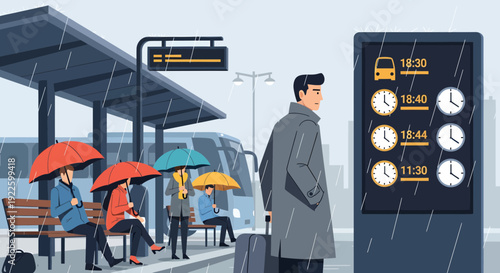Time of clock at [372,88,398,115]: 4:00
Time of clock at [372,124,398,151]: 4:00
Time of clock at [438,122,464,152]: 3:59
